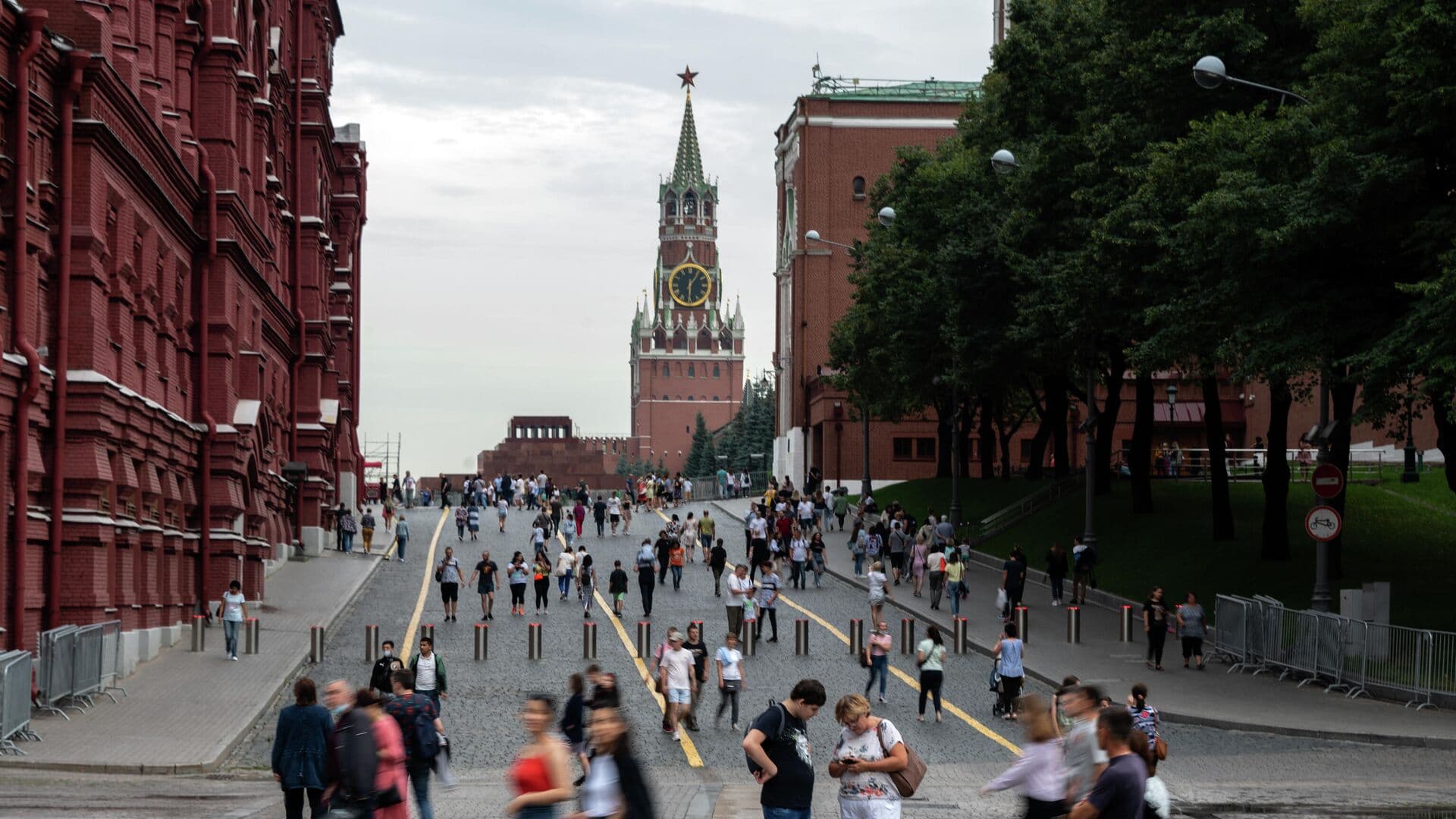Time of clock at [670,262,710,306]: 6:05
